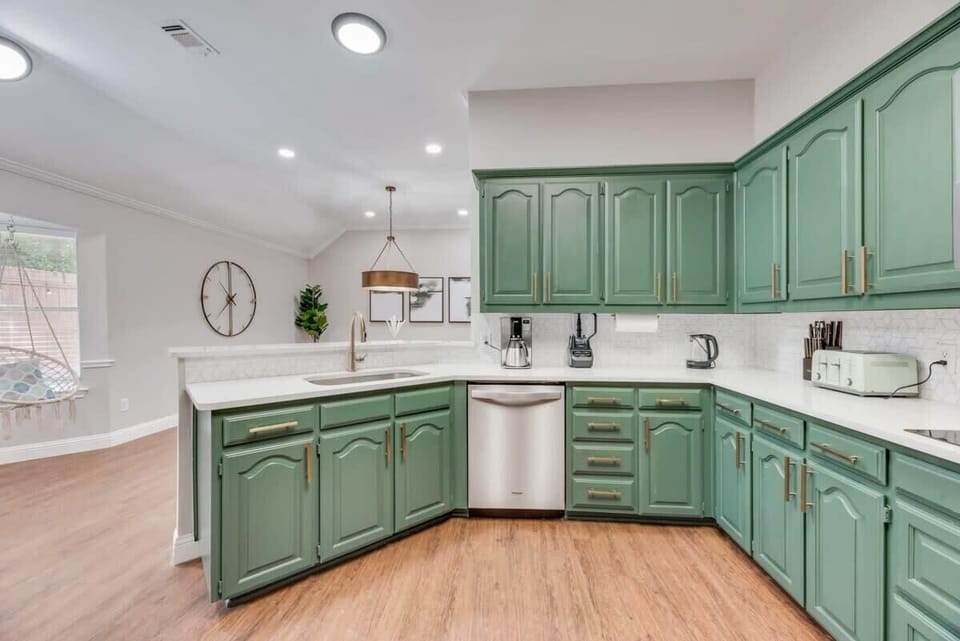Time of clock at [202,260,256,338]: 5:59
